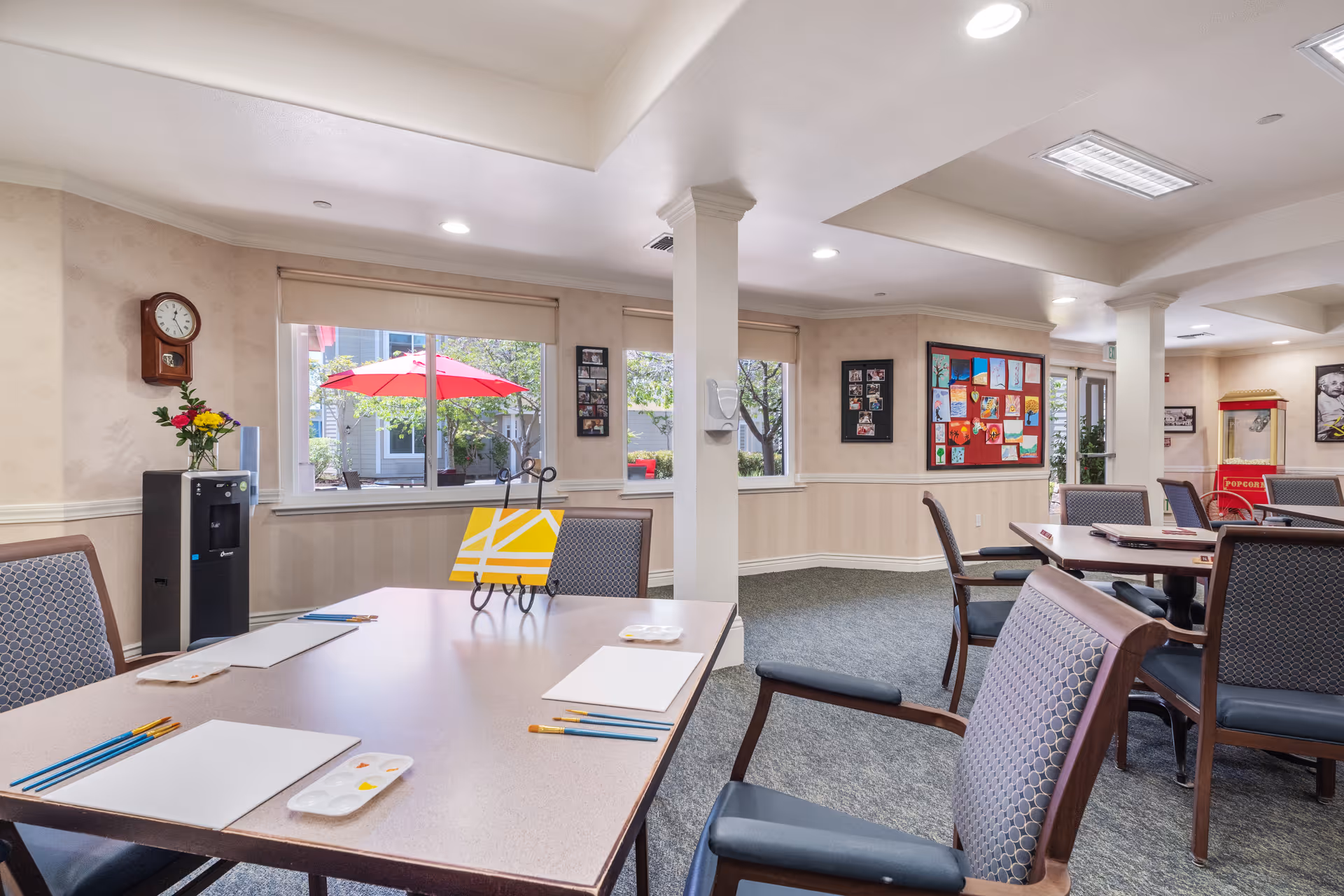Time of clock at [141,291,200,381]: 12:24
